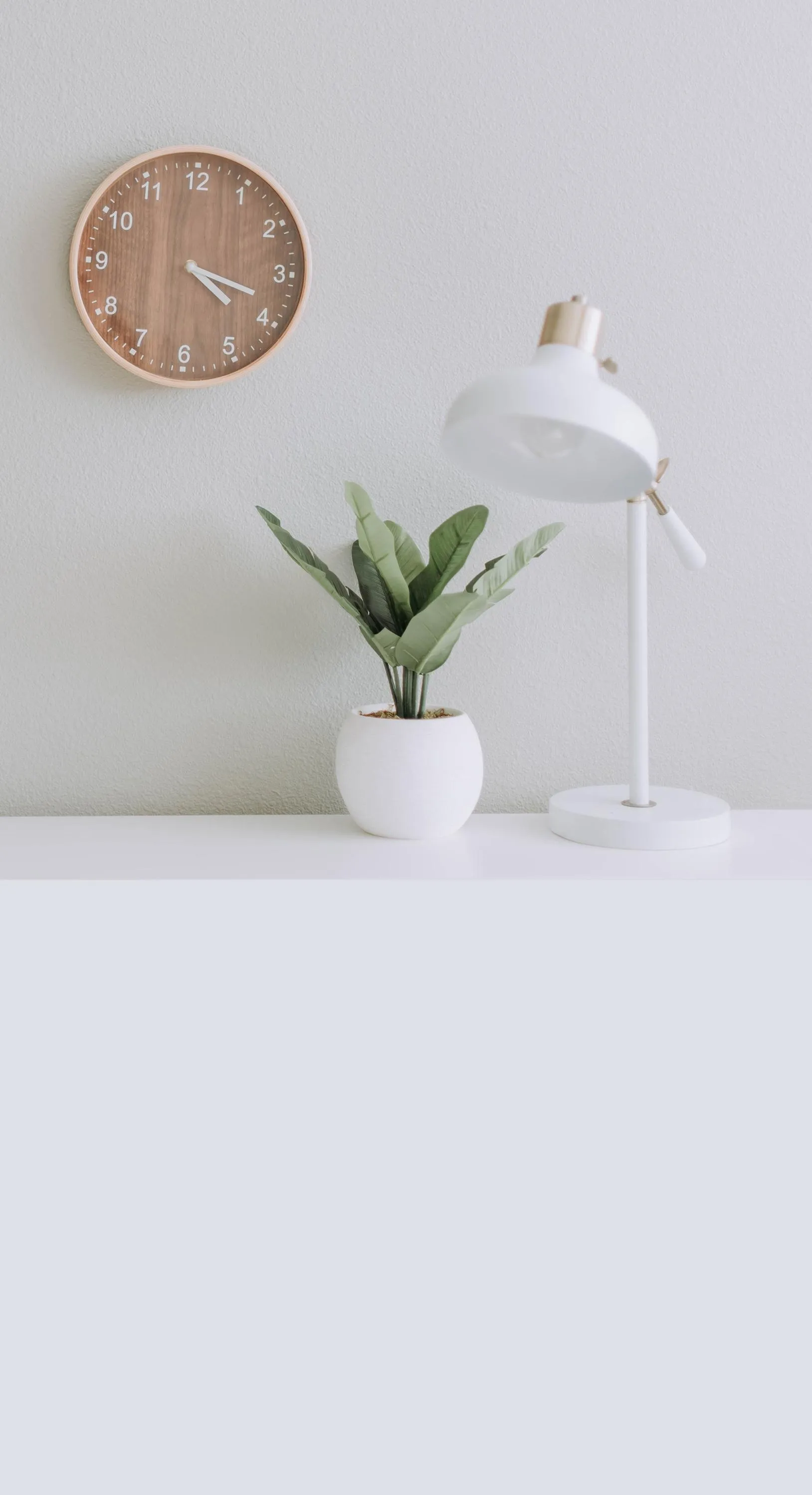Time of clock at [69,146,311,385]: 4:18
